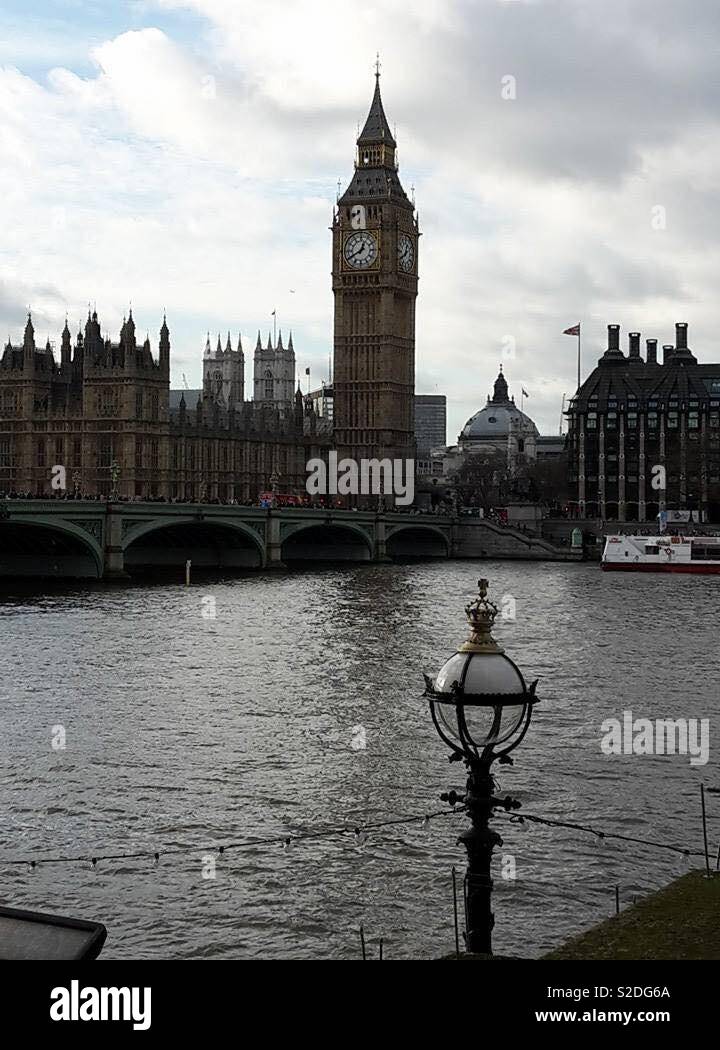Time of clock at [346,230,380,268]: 12:40
